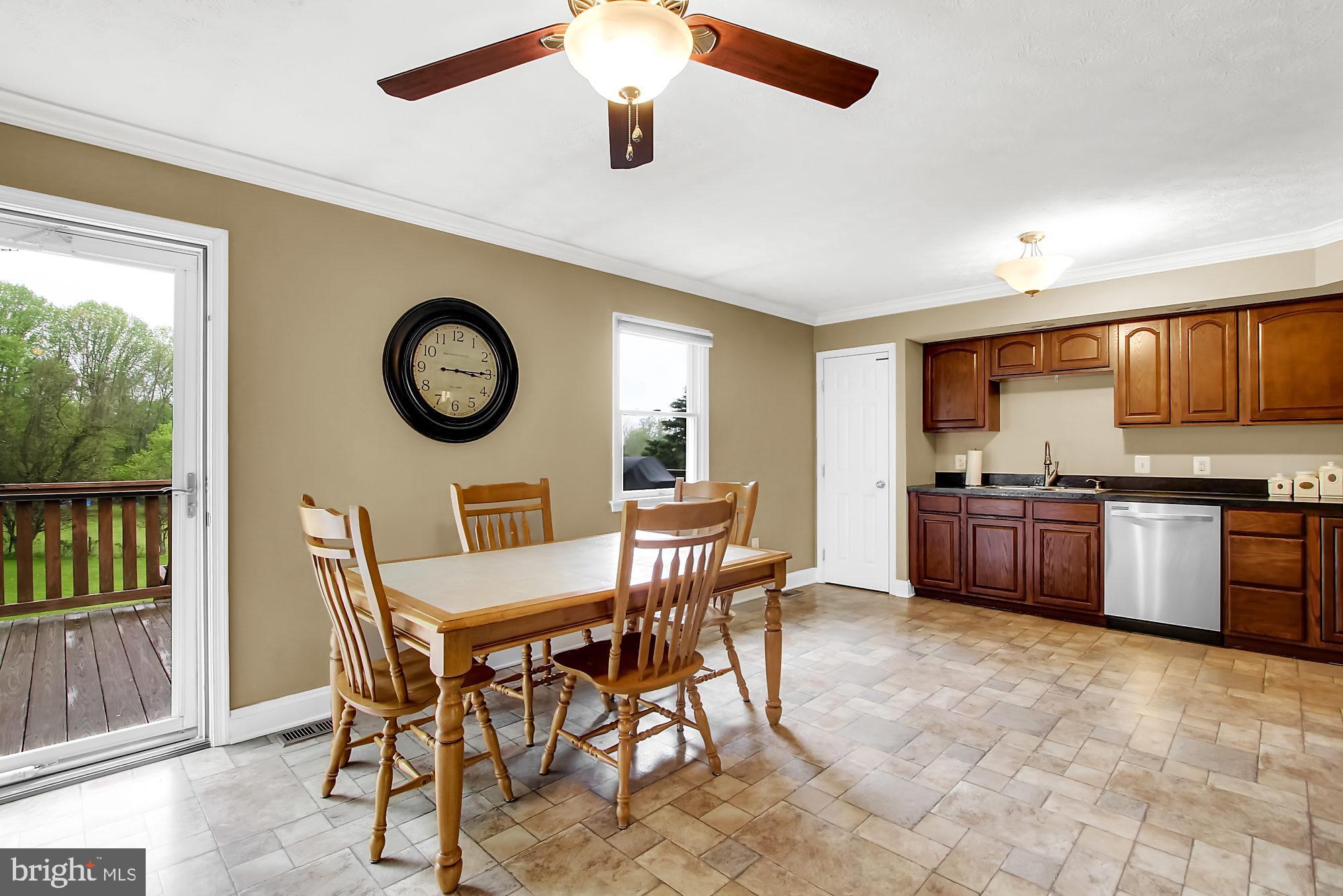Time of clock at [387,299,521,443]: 3:15
